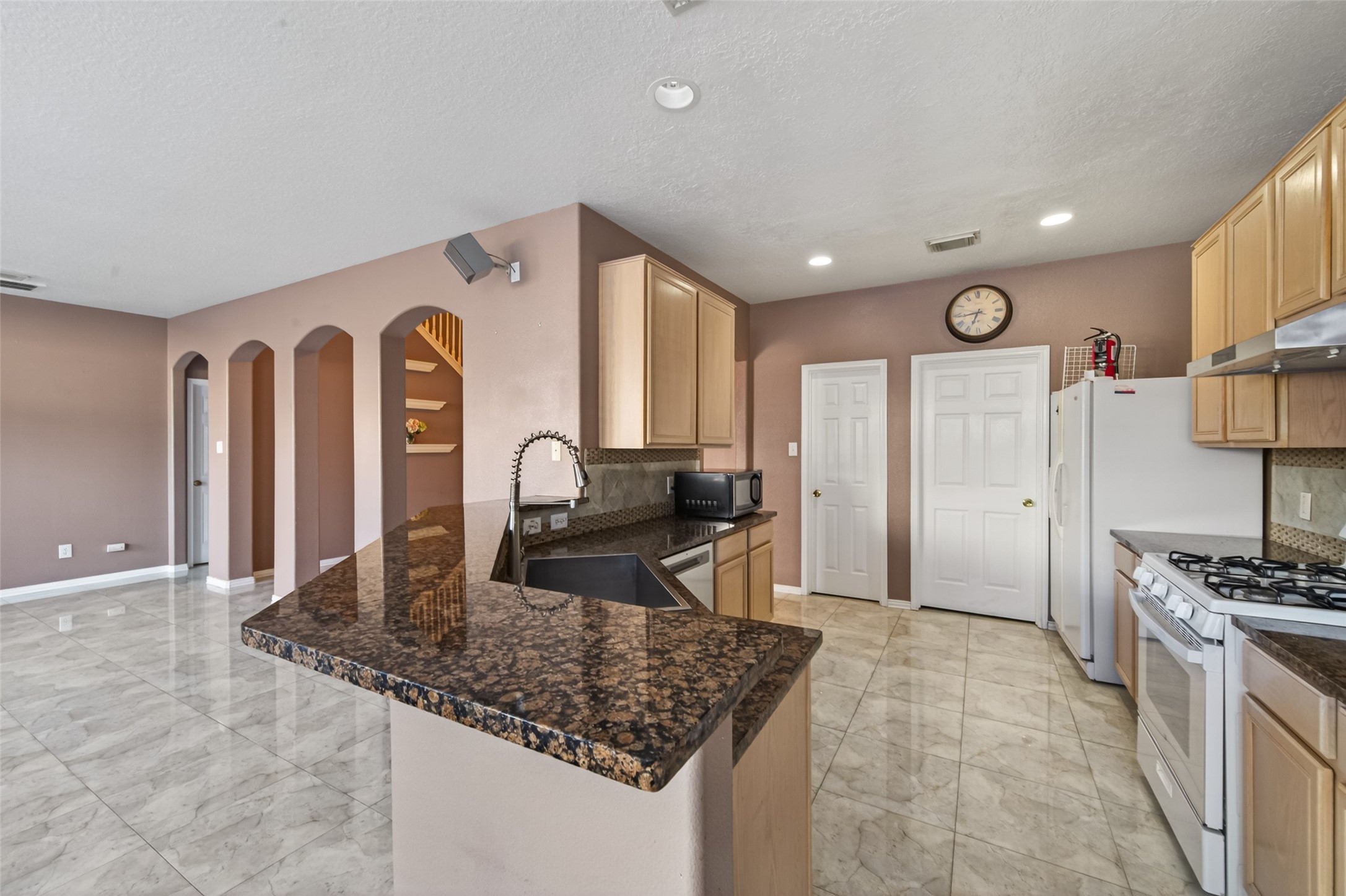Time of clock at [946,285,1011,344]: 6:43
